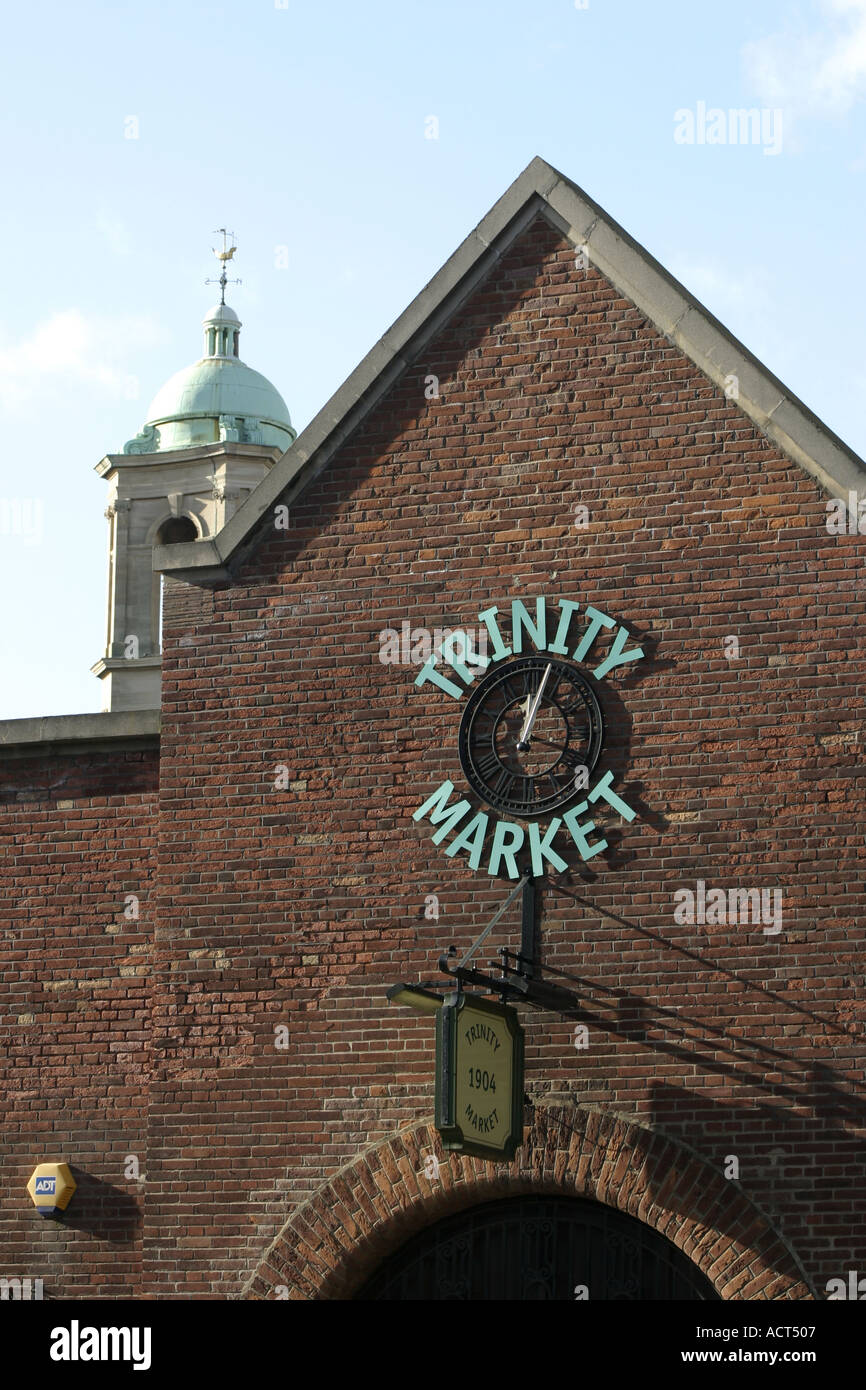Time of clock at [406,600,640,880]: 12:02
